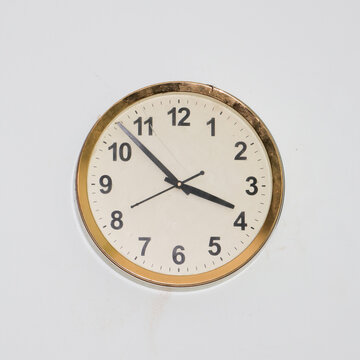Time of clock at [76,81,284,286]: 3:52
